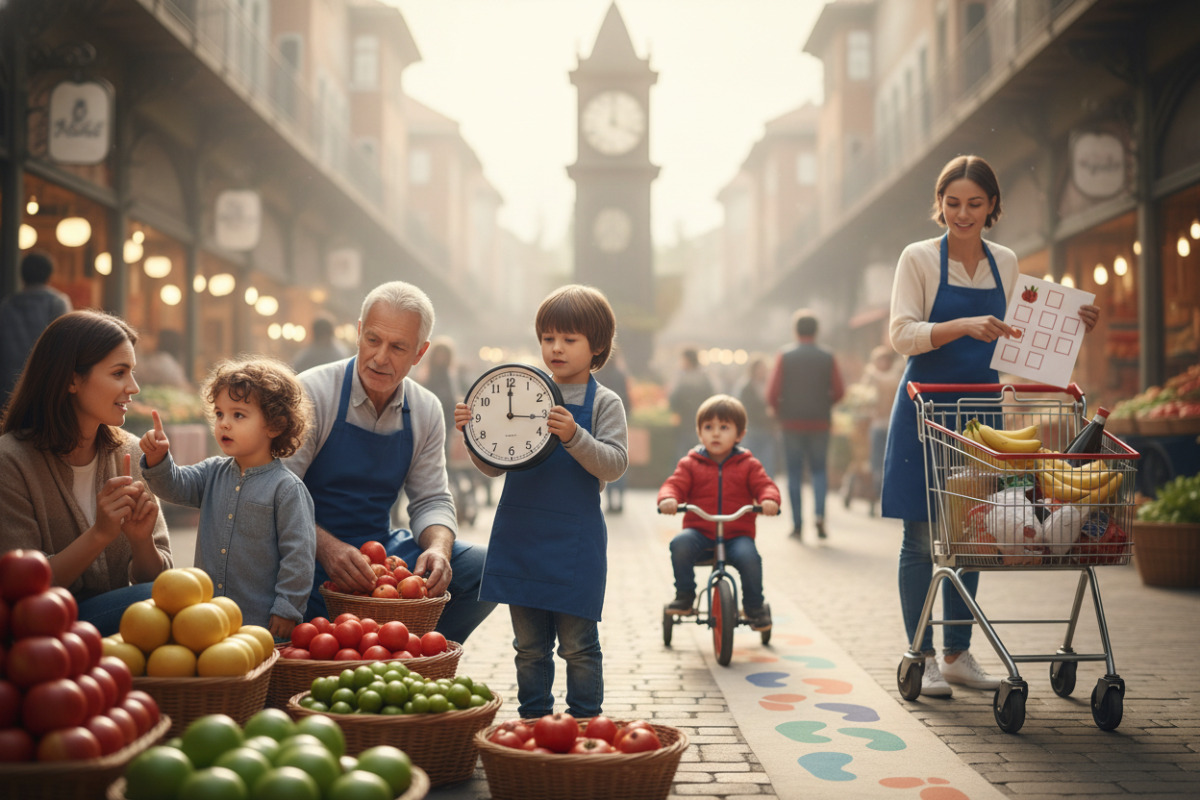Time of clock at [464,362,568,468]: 3:00
